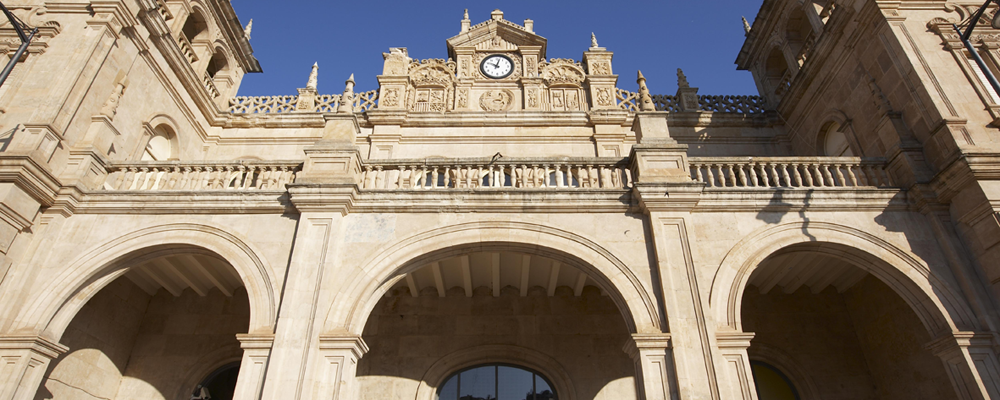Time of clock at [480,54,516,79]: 10:02
